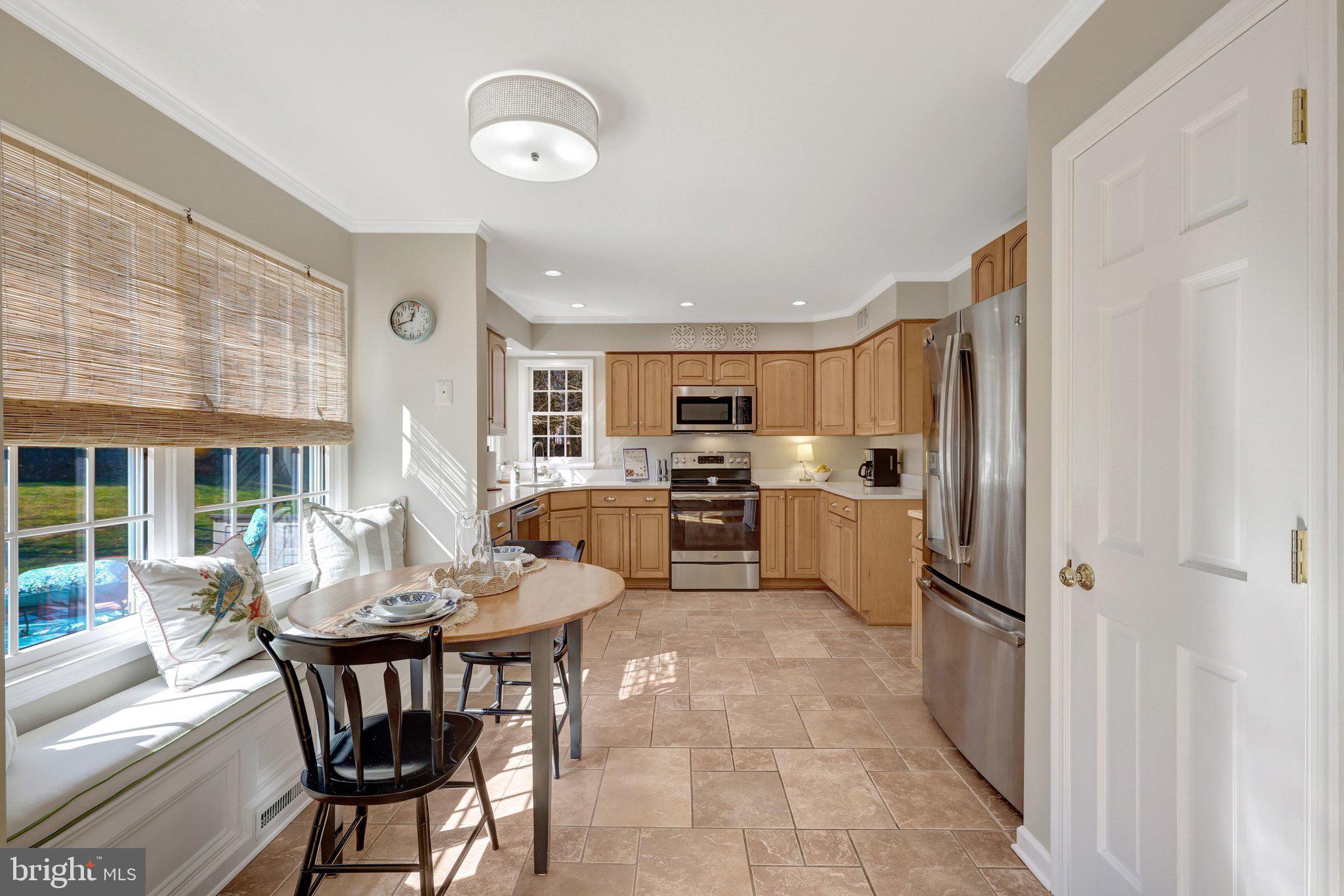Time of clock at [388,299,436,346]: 12:42
